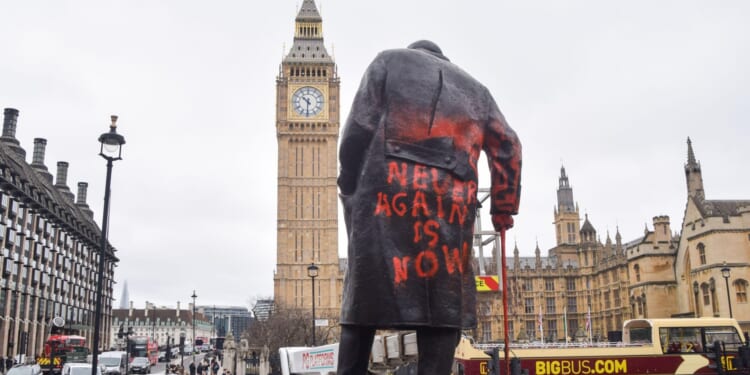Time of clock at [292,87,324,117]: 10:30
